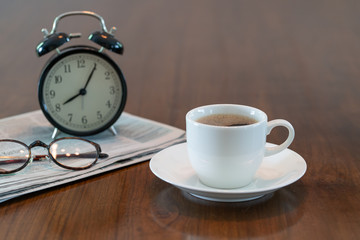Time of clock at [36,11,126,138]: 8:05
